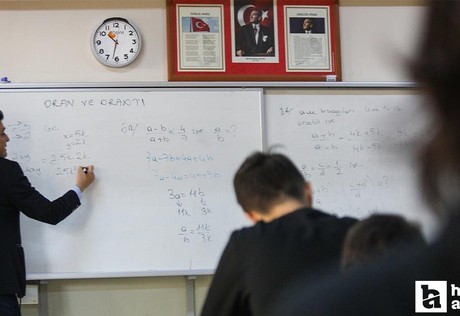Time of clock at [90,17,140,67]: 10:32
